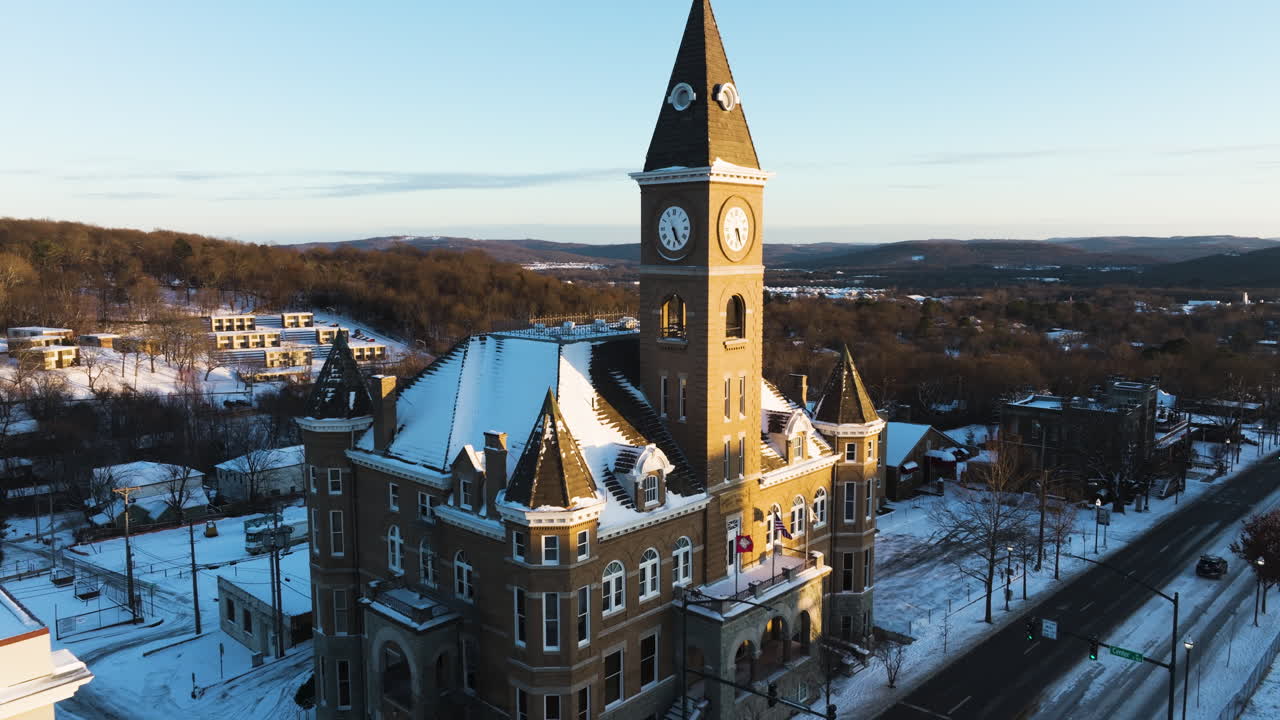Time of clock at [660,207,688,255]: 5:25
